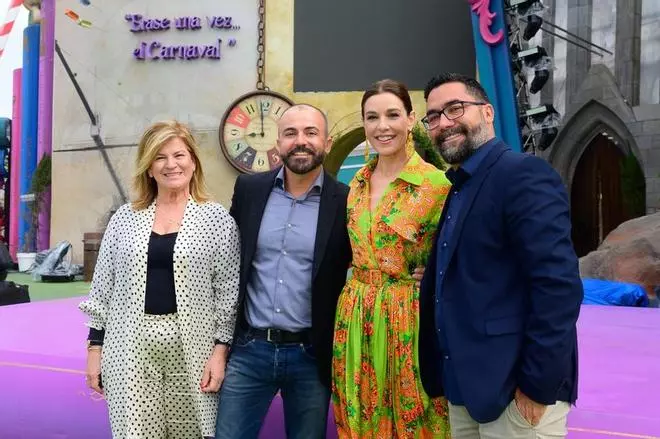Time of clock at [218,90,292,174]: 8:59
